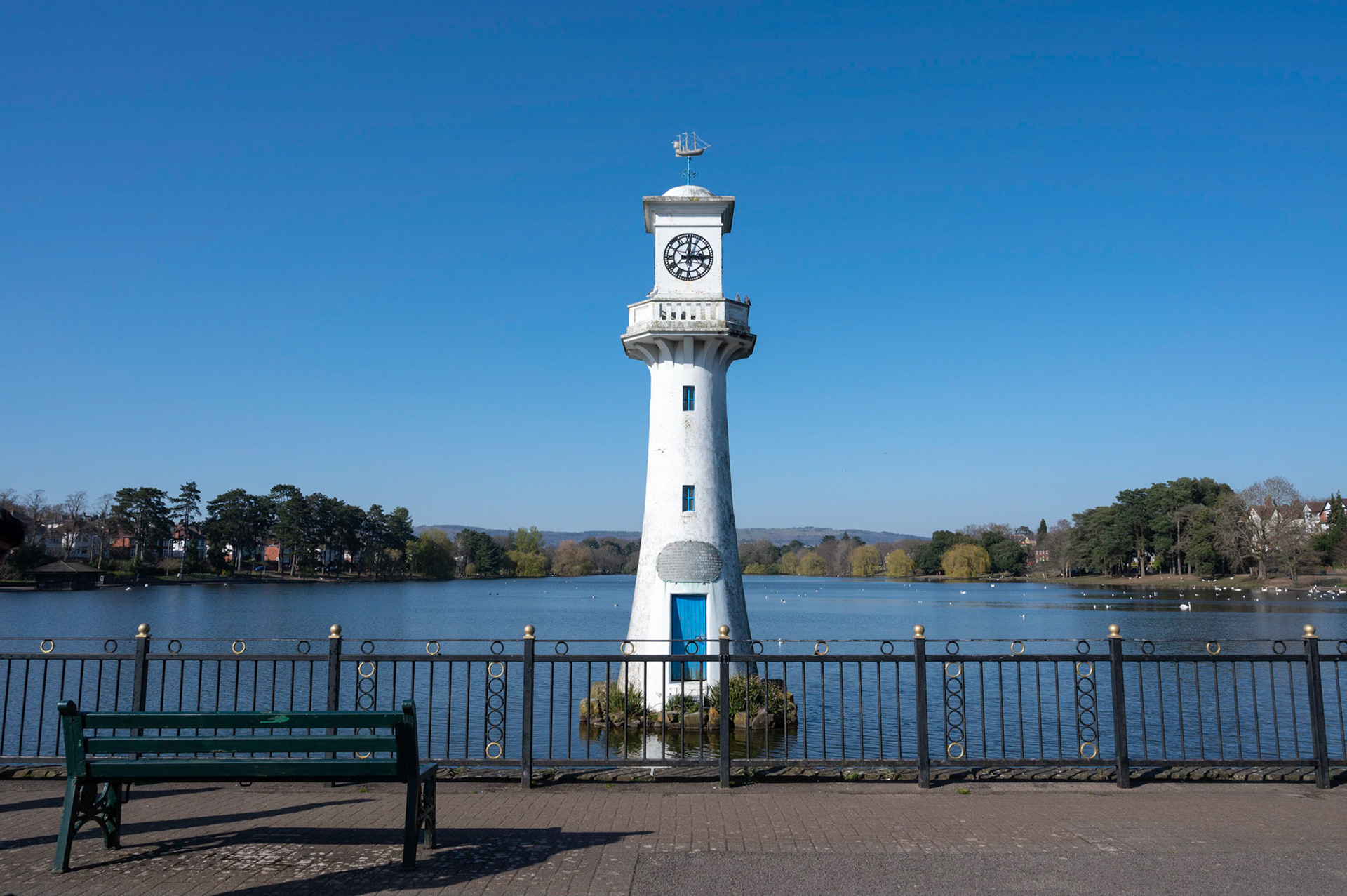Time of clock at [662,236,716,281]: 3:00
